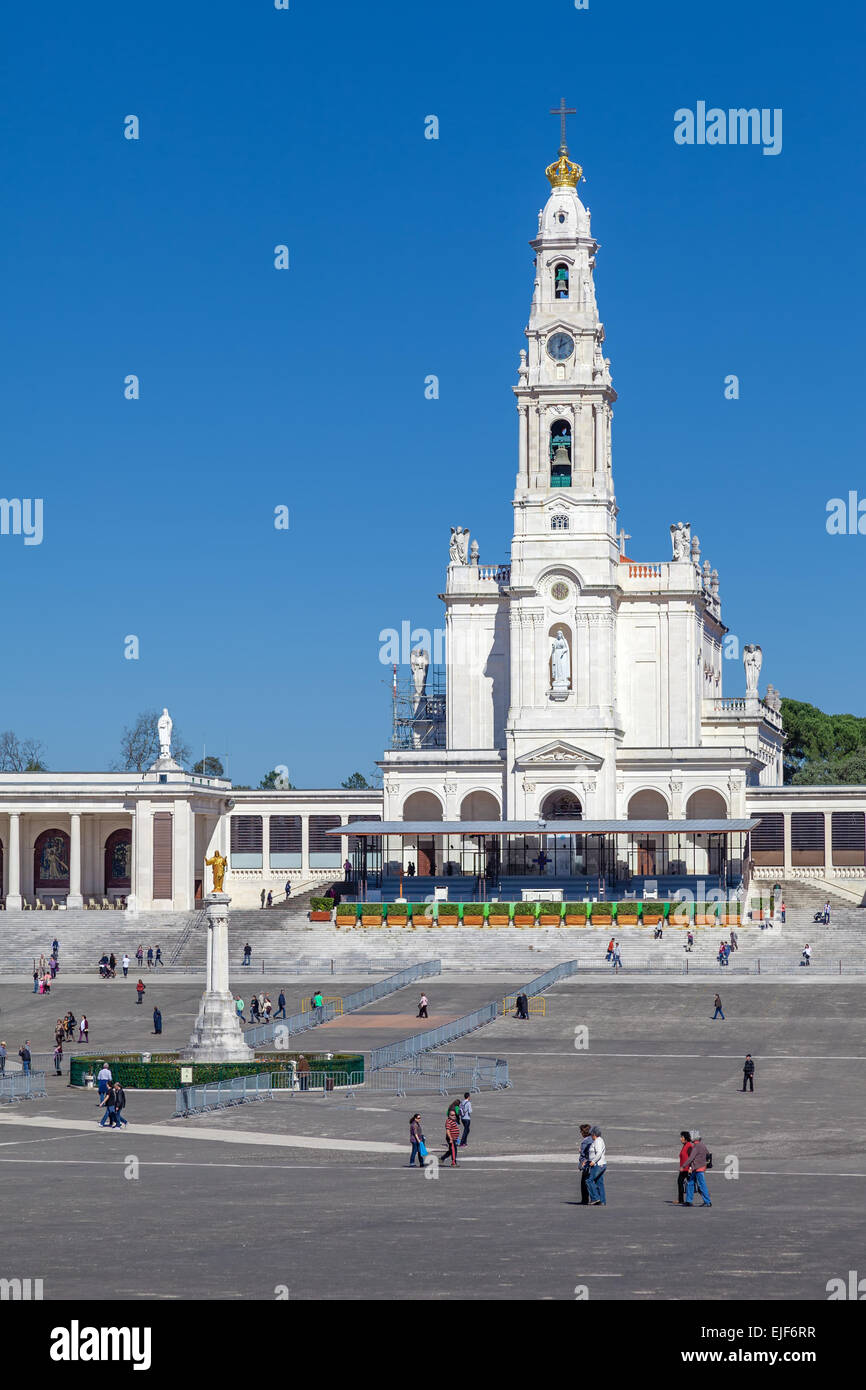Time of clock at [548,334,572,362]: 2:01
